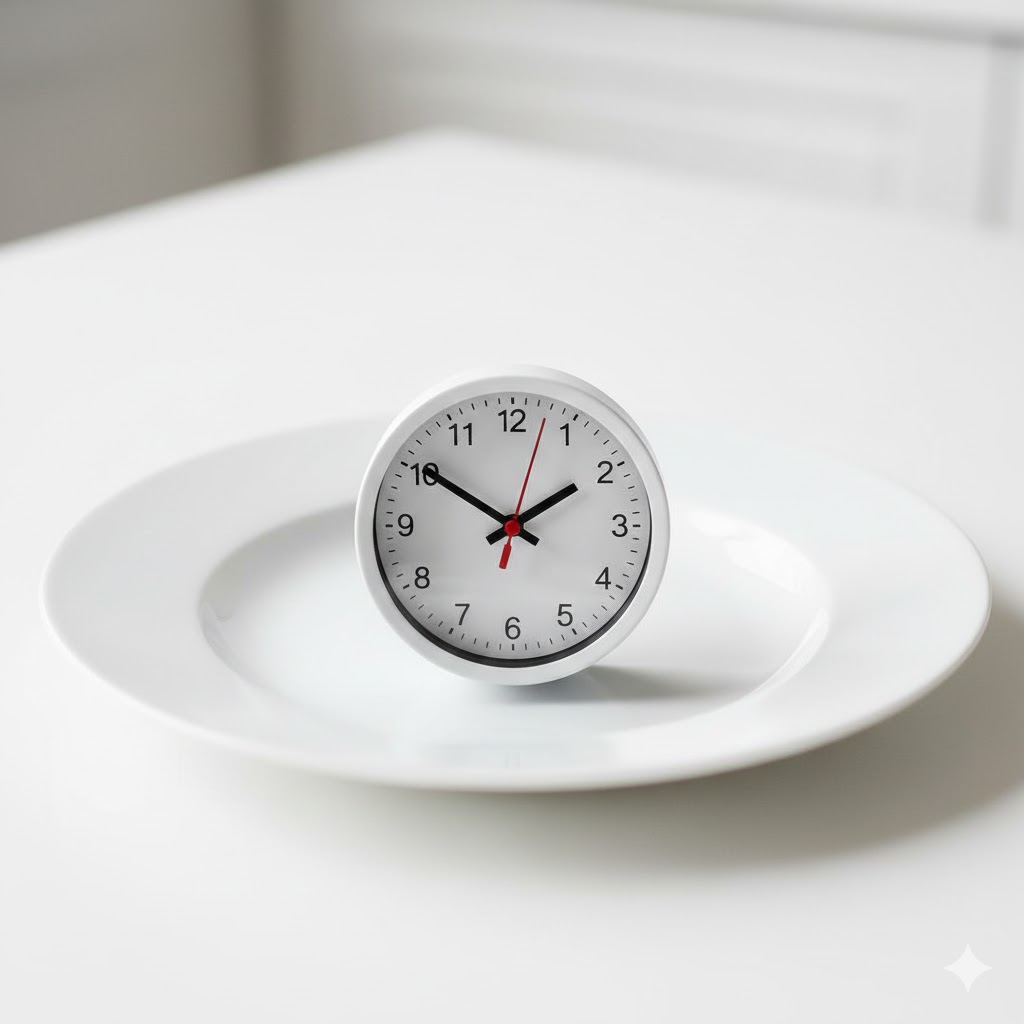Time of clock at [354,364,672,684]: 1:50
